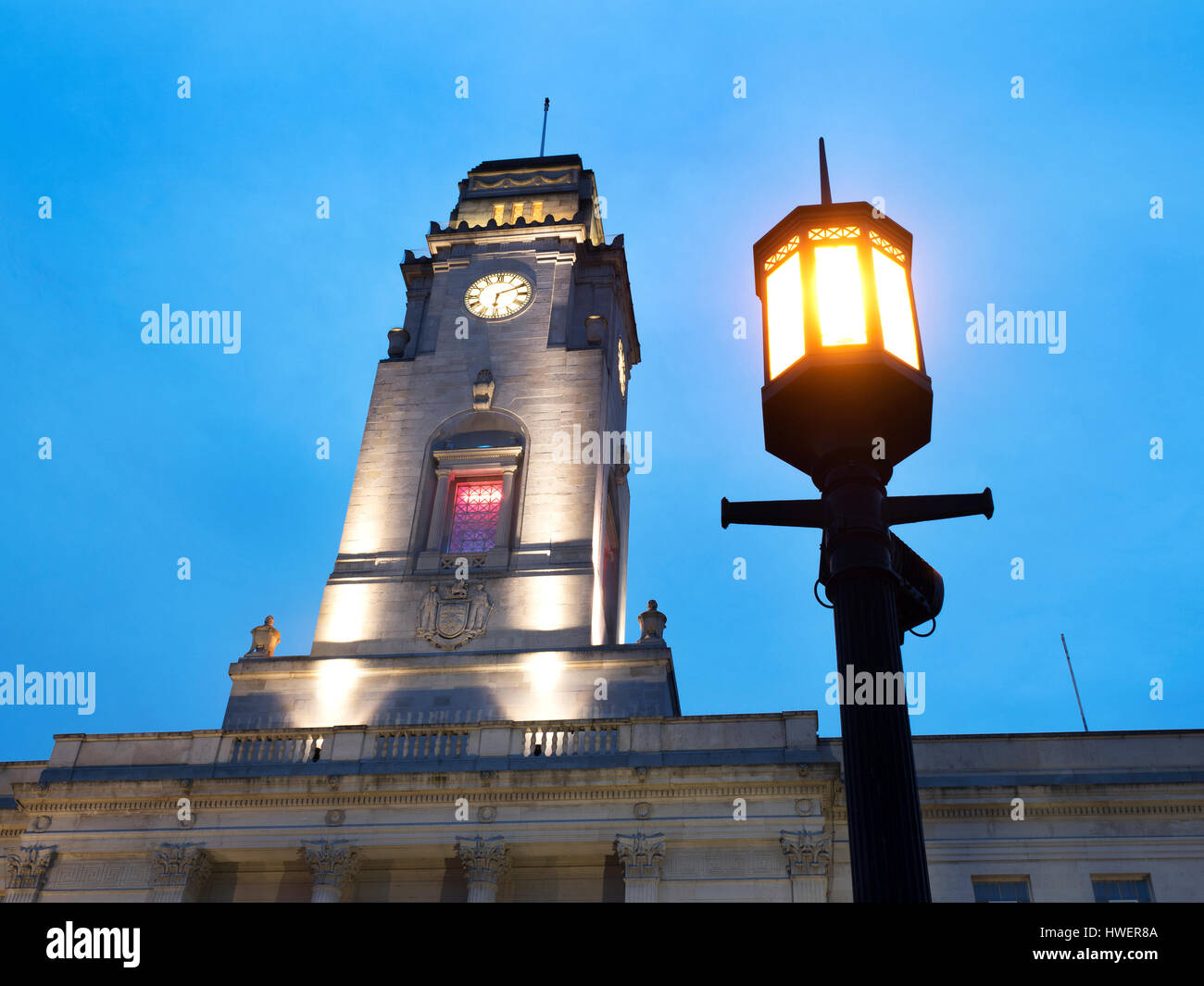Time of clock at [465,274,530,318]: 6:10
